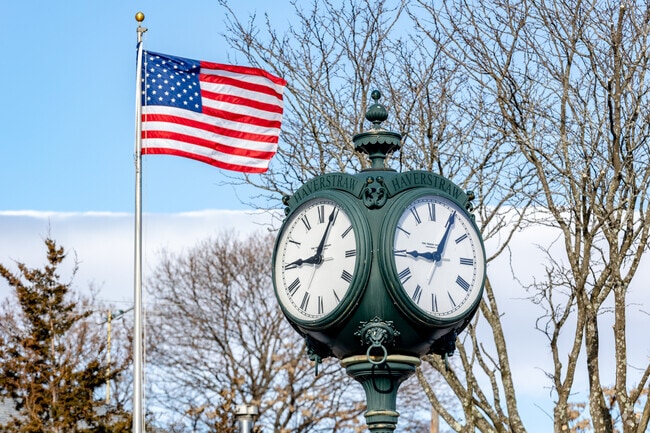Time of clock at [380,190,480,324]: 9:05
